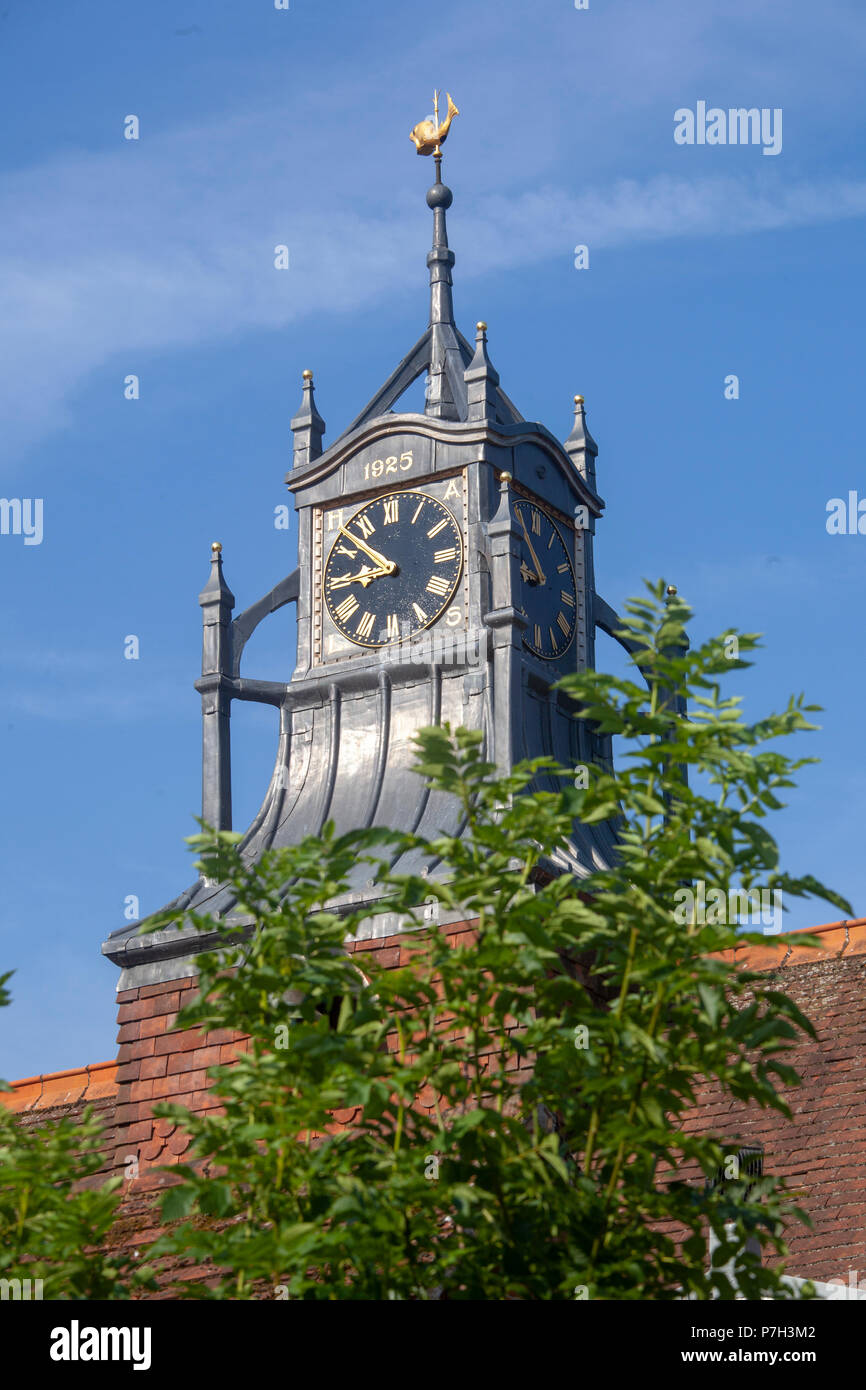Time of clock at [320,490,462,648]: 8:52
